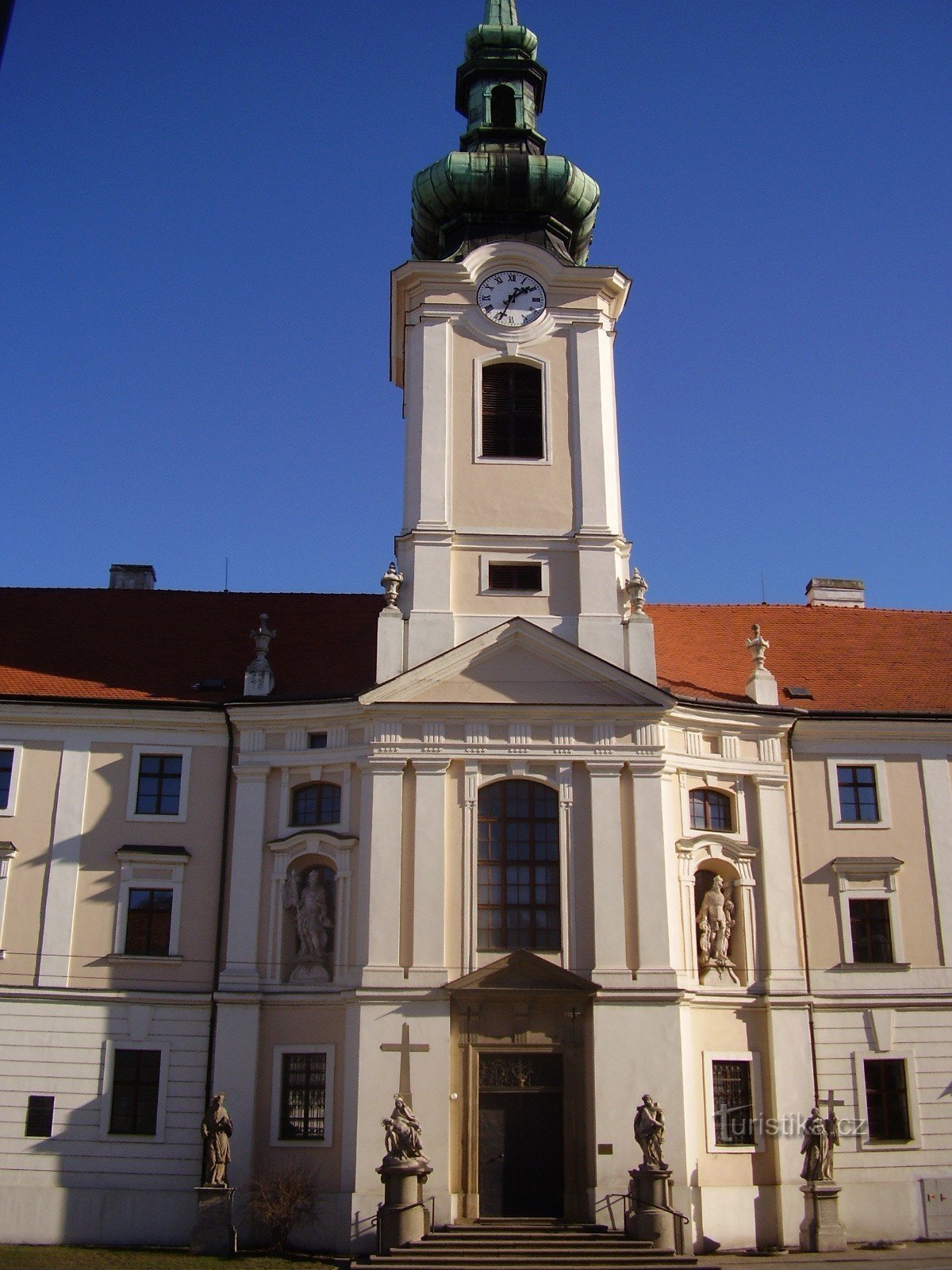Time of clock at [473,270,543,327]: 1:33
